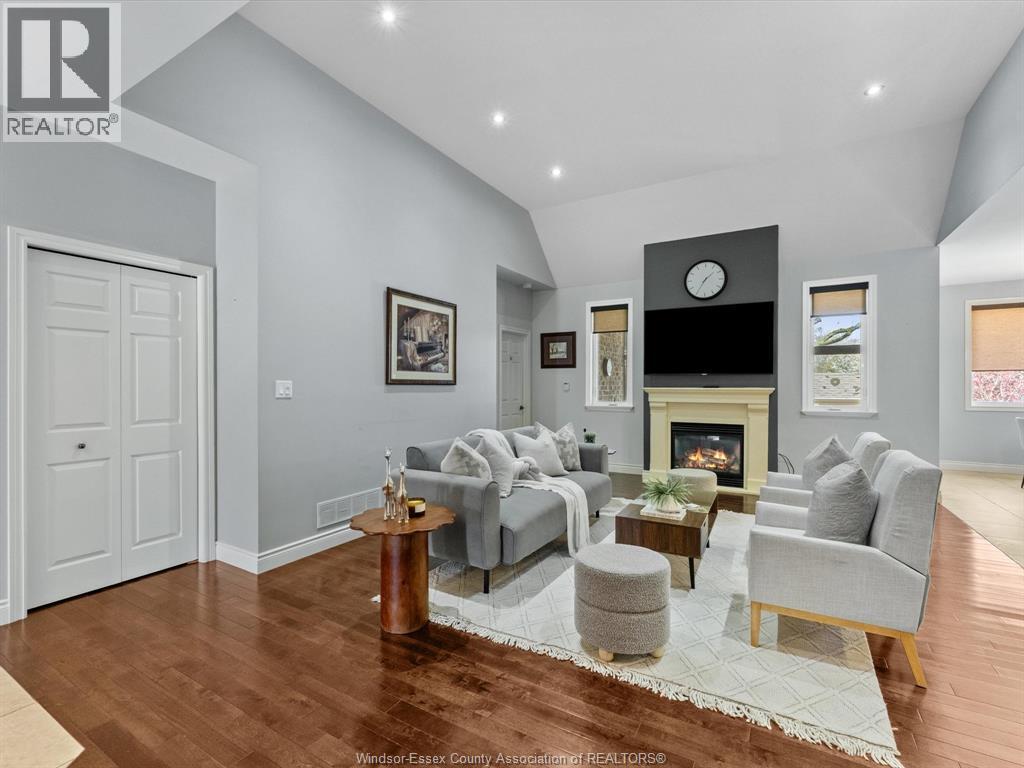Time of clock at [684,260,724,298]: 1:34
